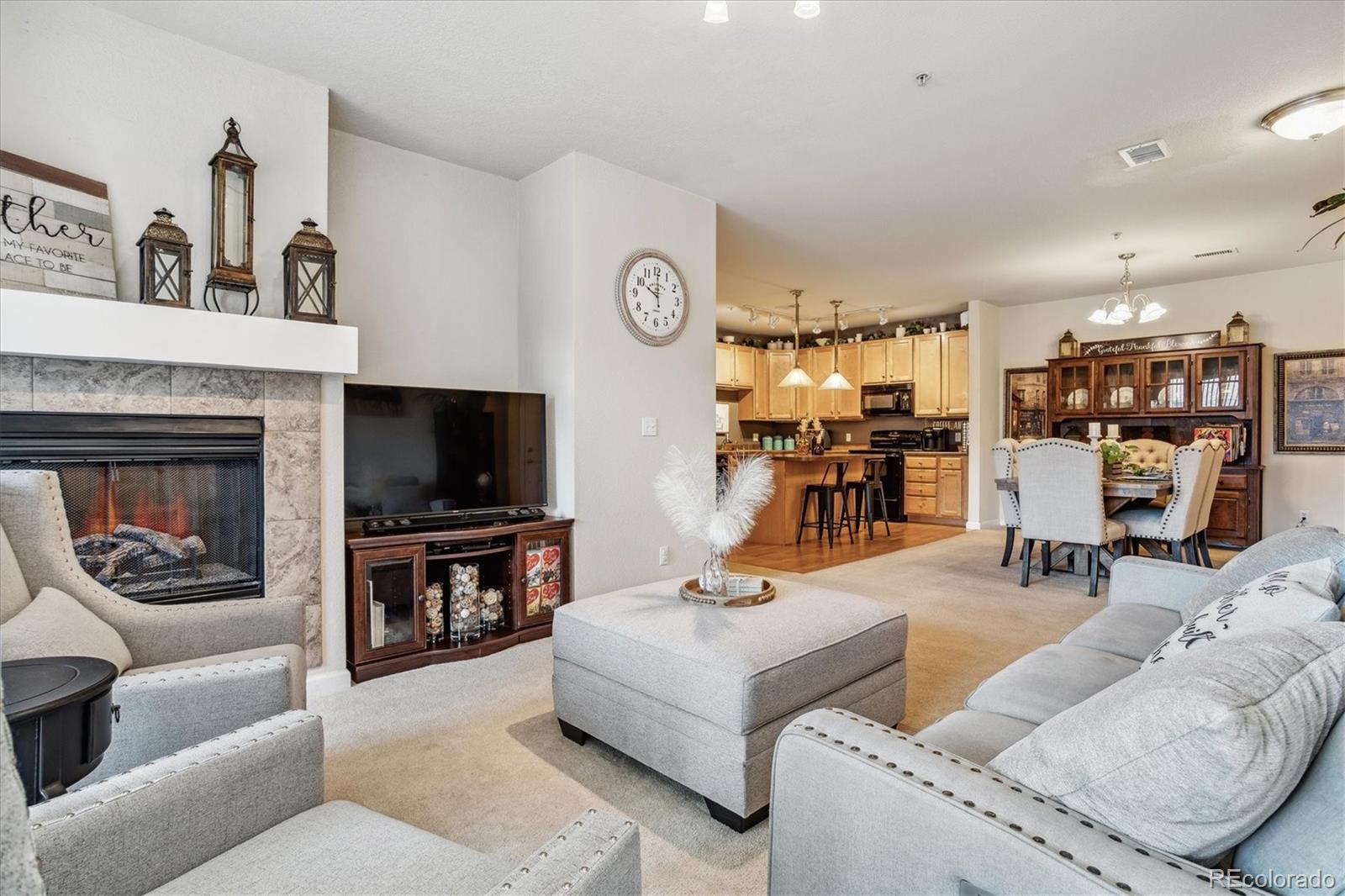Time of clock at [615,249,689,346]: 10:00
